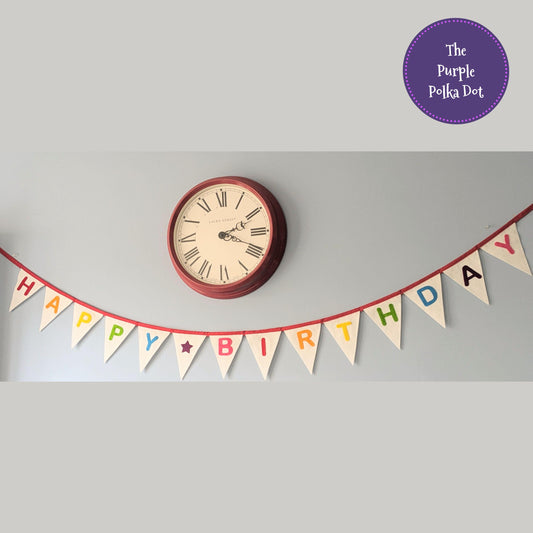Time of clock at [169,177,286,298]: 2:18
